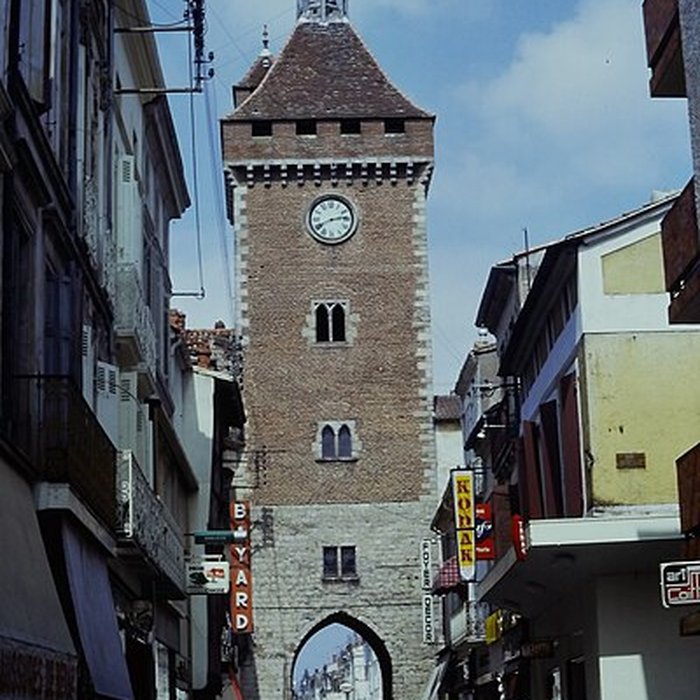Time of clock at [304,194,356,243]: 2:40
